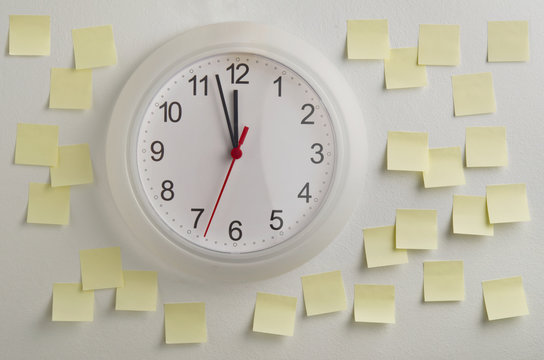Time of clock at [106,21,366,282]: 11:57
